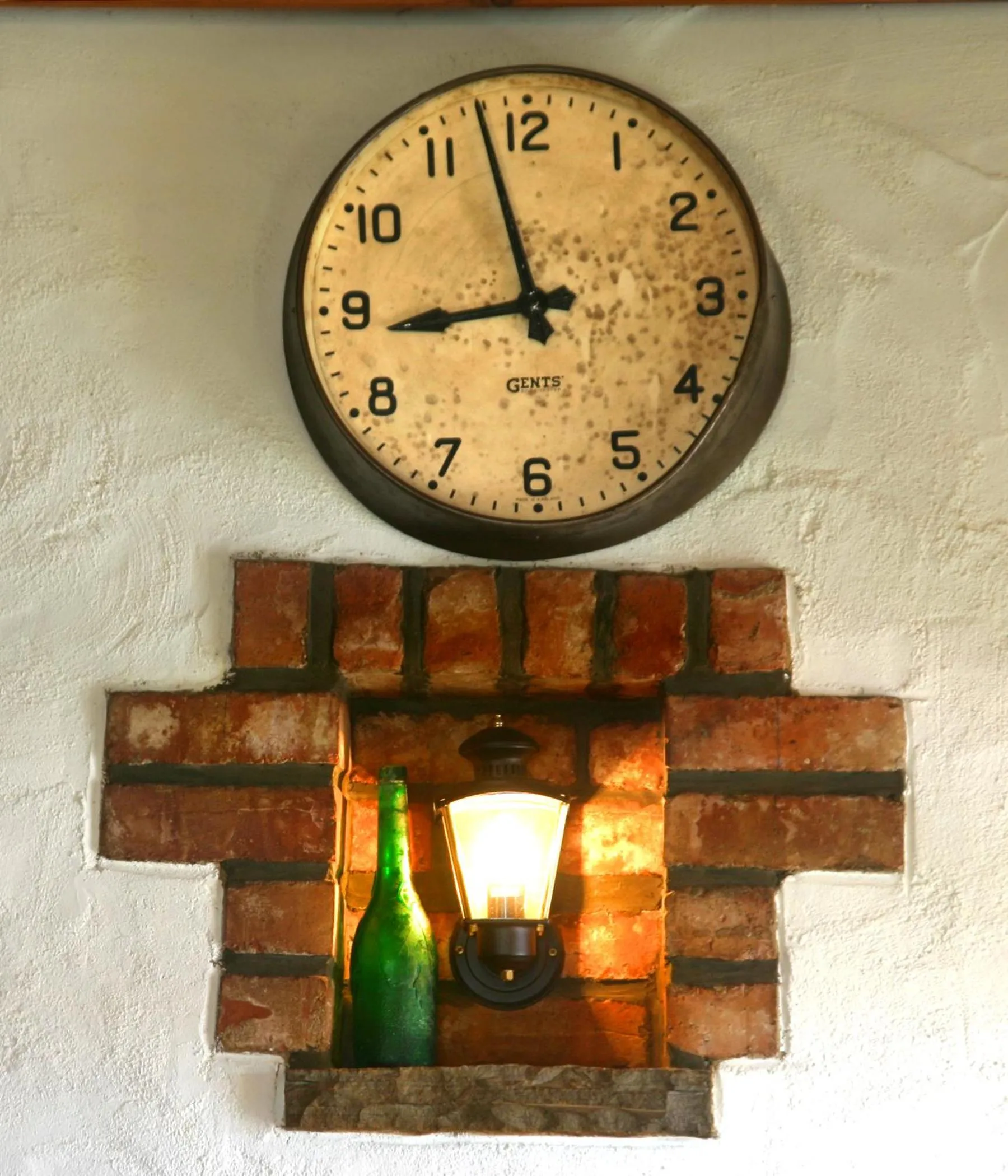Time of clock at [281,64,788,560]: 8:57
